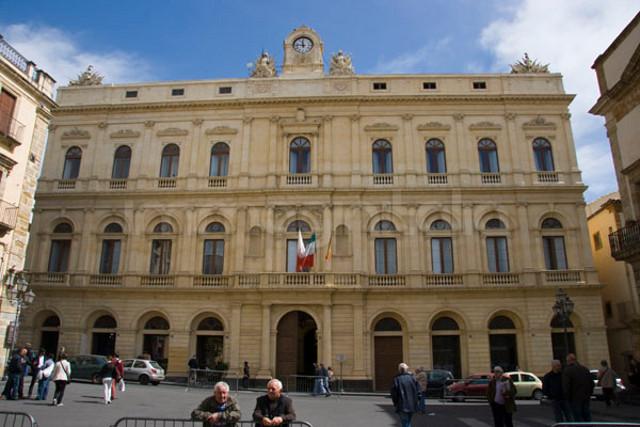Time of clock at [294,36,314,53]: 11:46
